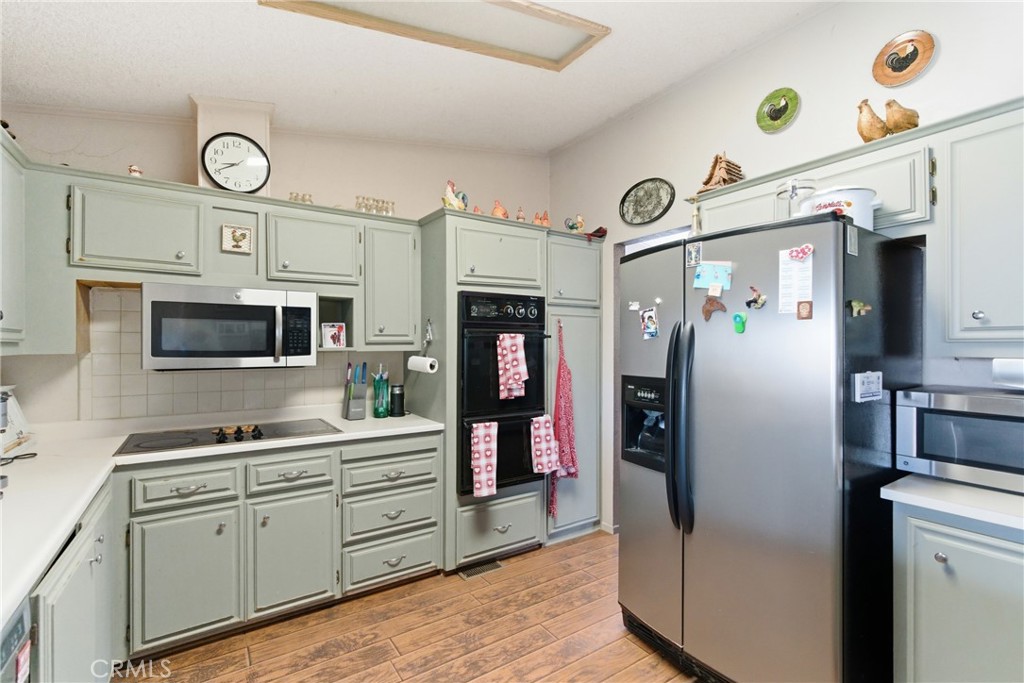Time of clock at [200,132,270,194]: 8:40
